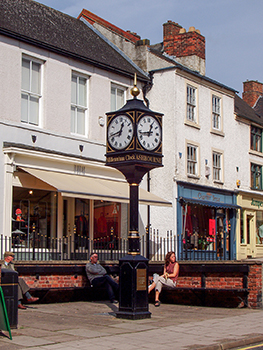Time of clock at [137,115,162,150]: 12:43
